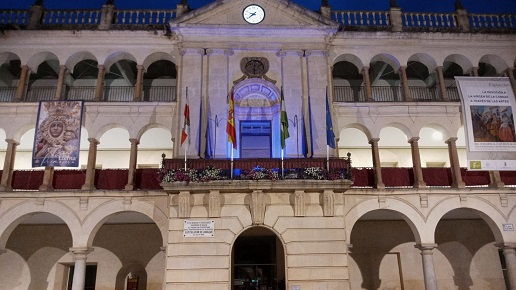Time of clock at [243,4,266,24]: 9:38
